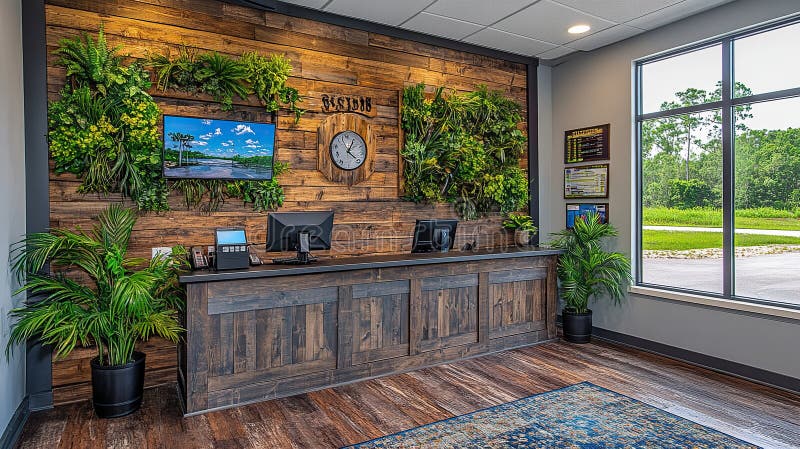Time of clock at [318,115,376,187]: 4:04
